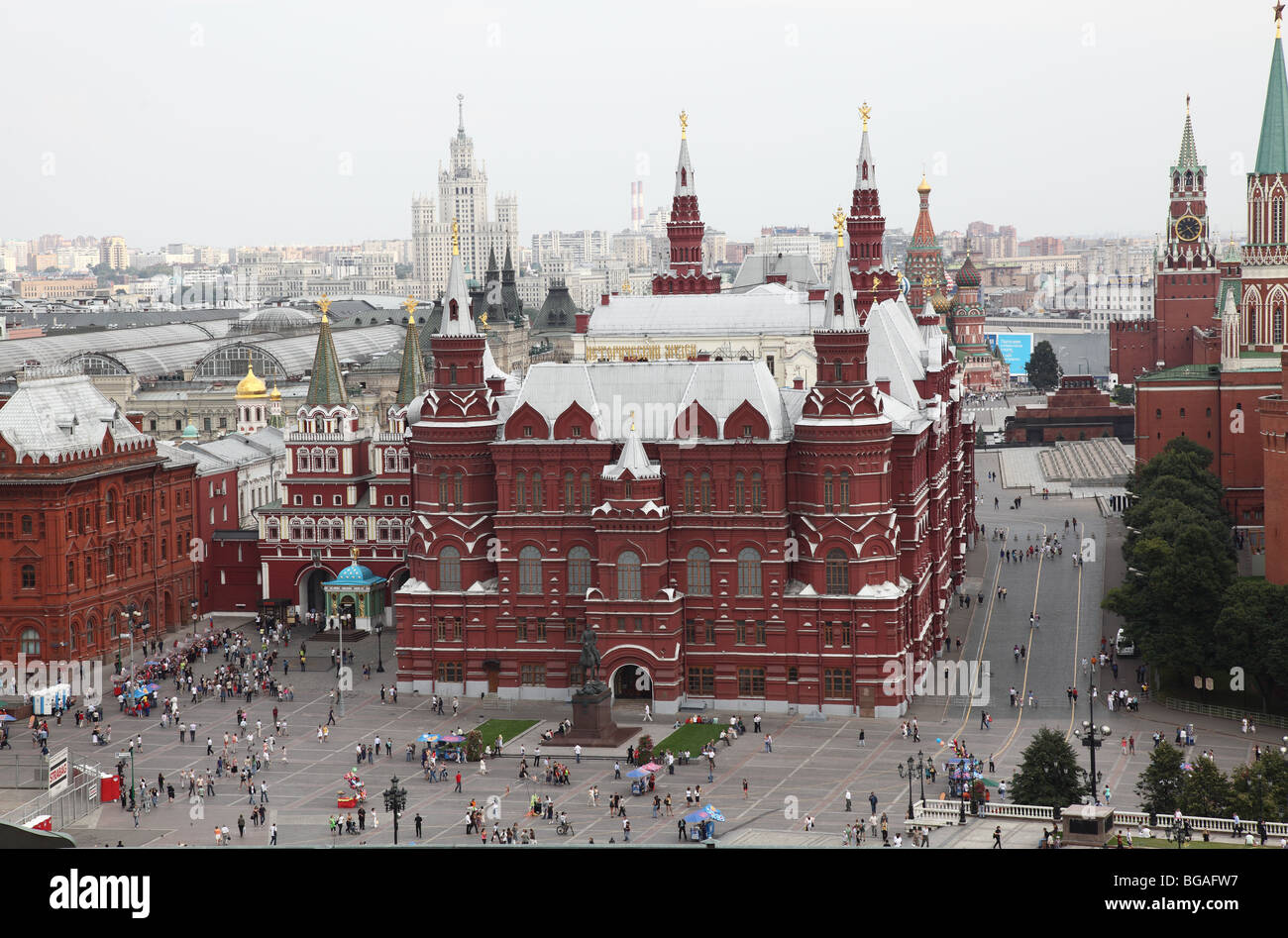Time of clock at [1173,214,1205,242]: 4:40
